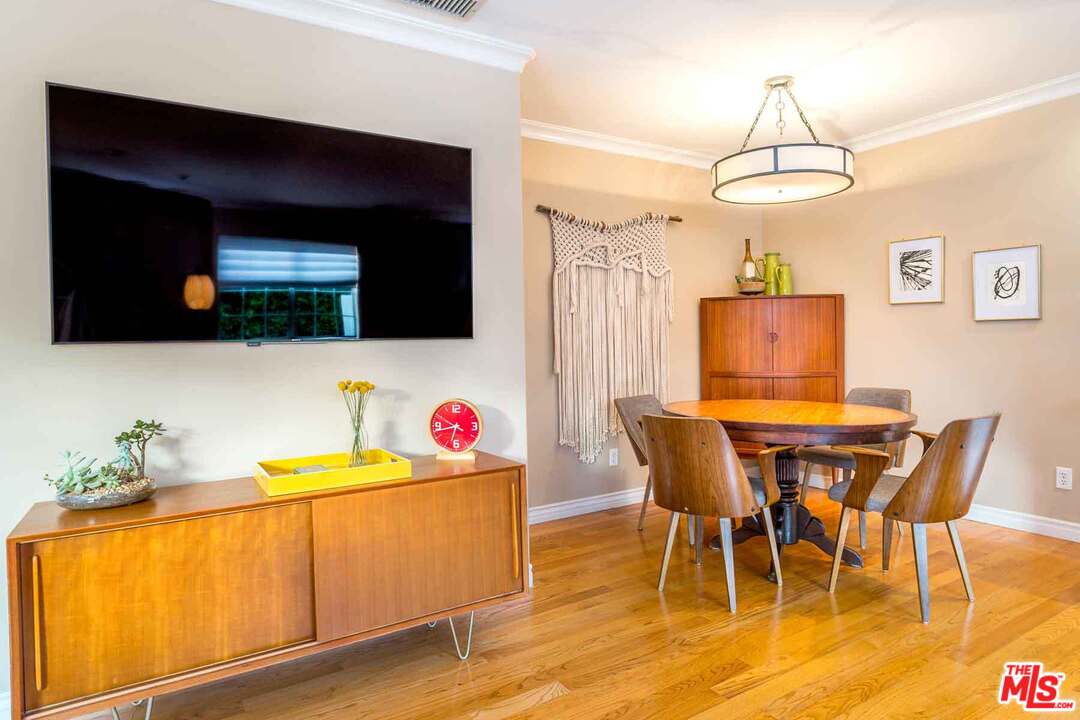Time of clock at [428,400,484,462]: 6:42
